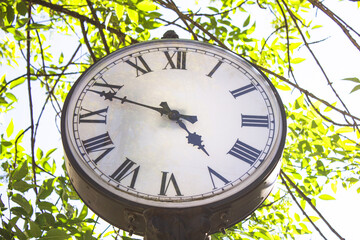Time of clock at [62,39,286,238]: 4:48
